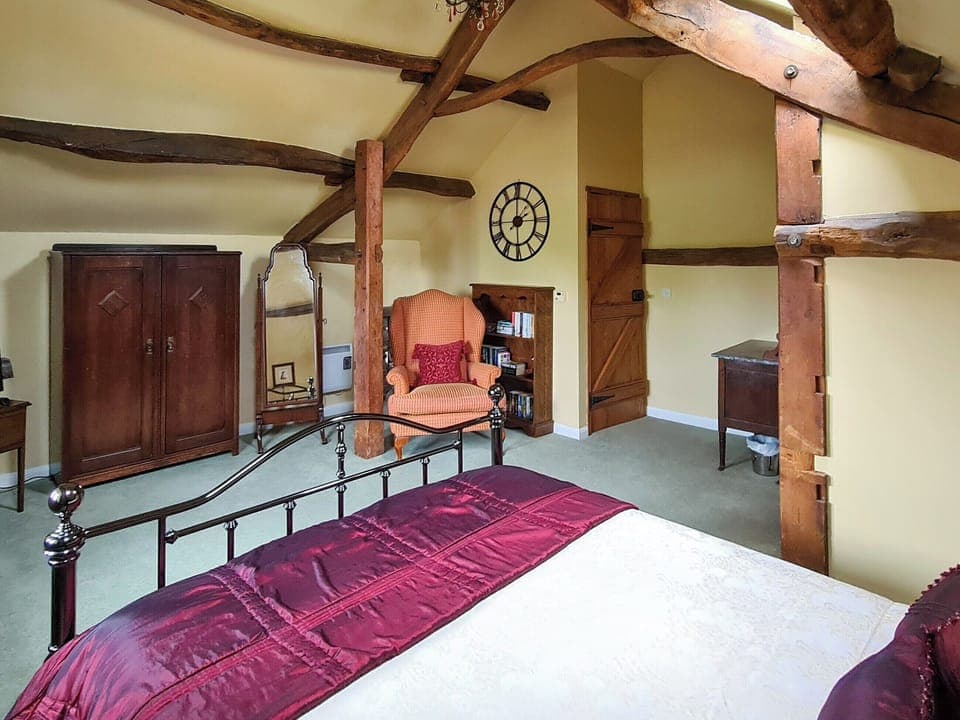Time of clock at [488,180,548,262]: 2:00
